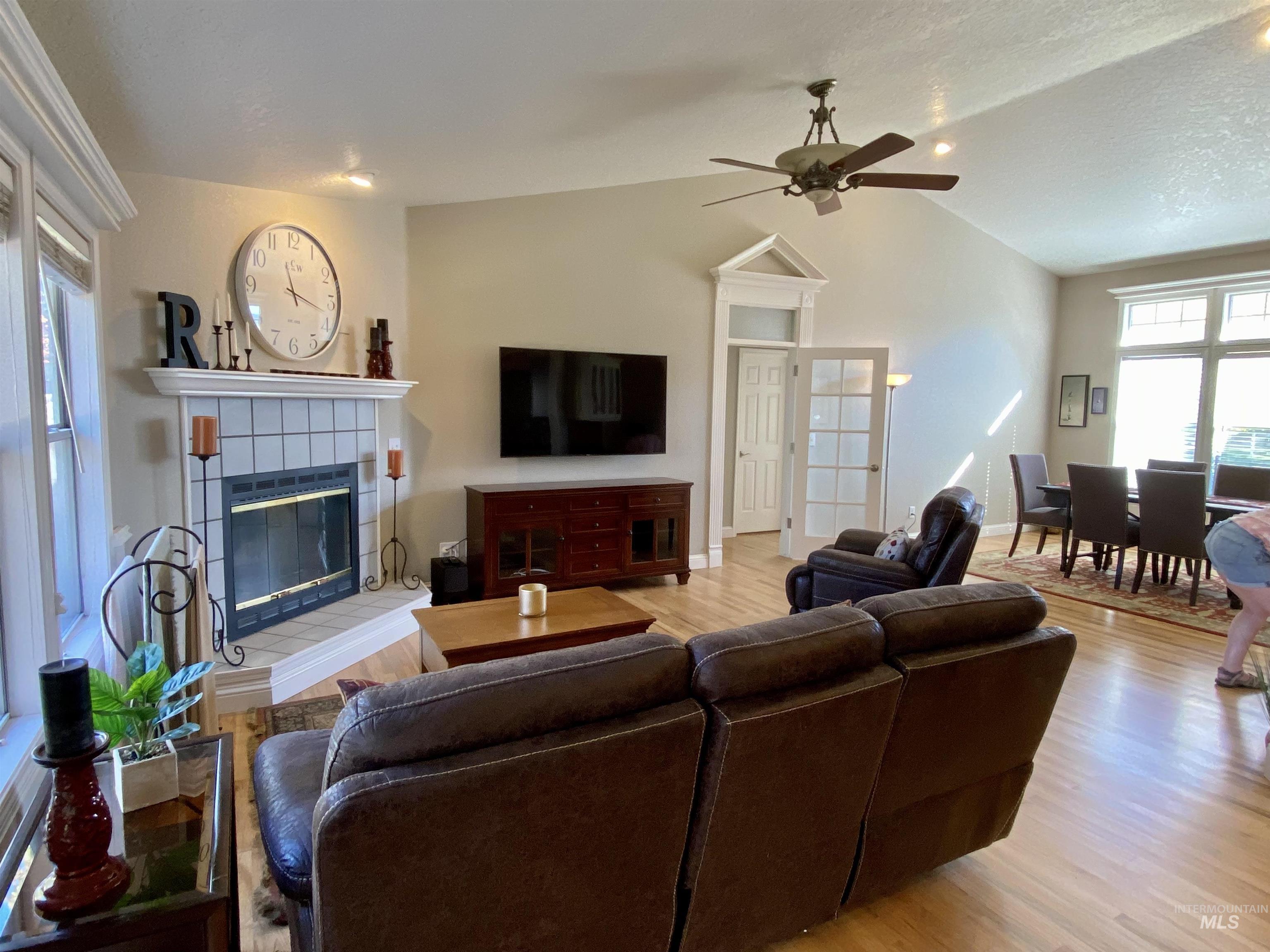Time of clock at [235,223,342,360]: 11:17
